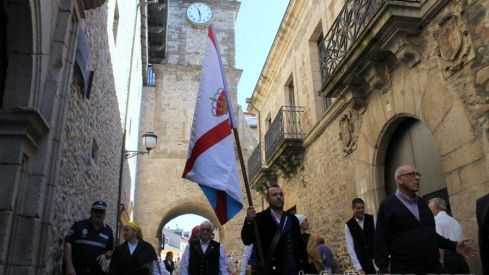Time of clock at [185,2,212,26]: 11:28
